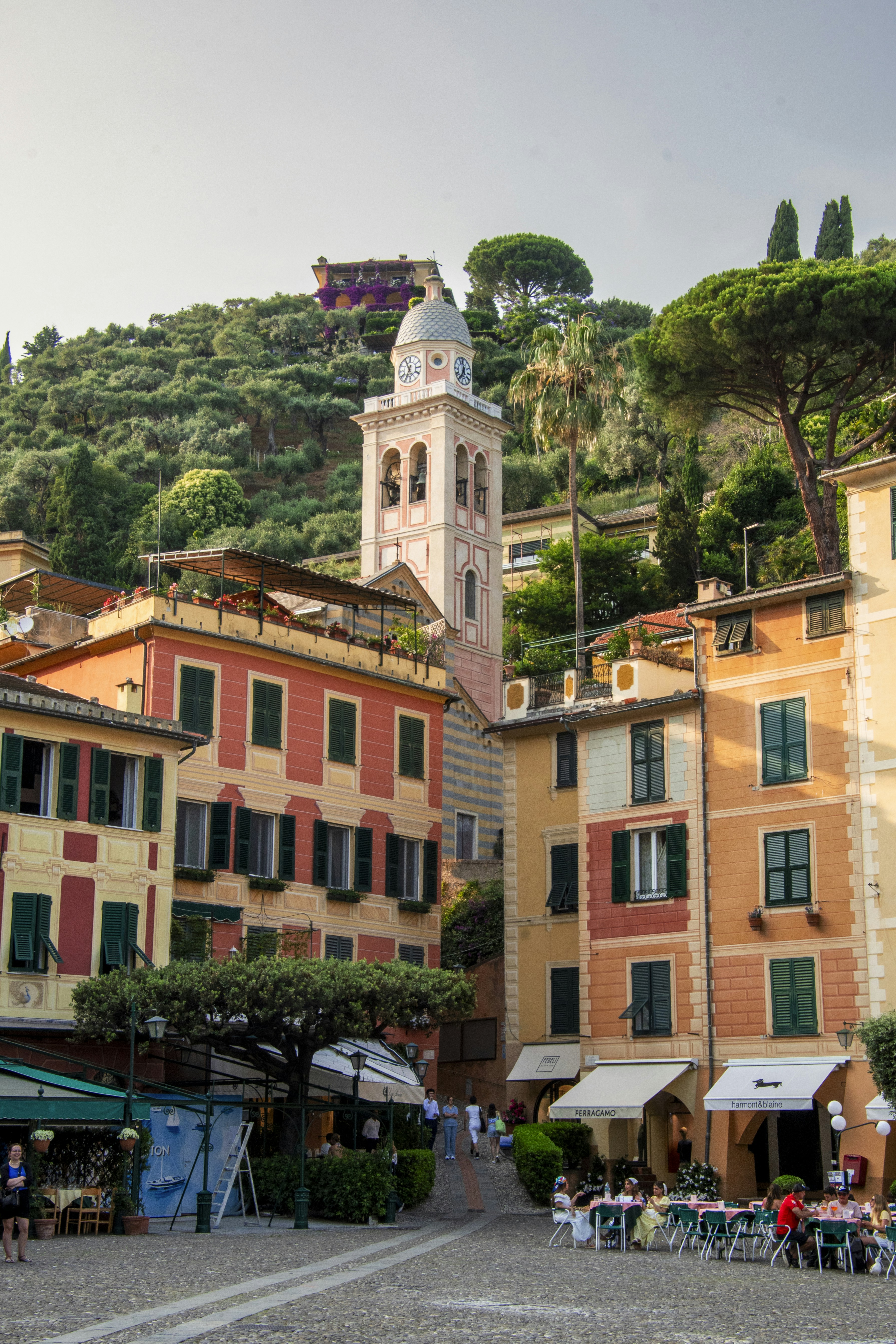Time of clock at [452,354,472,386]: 11:35
